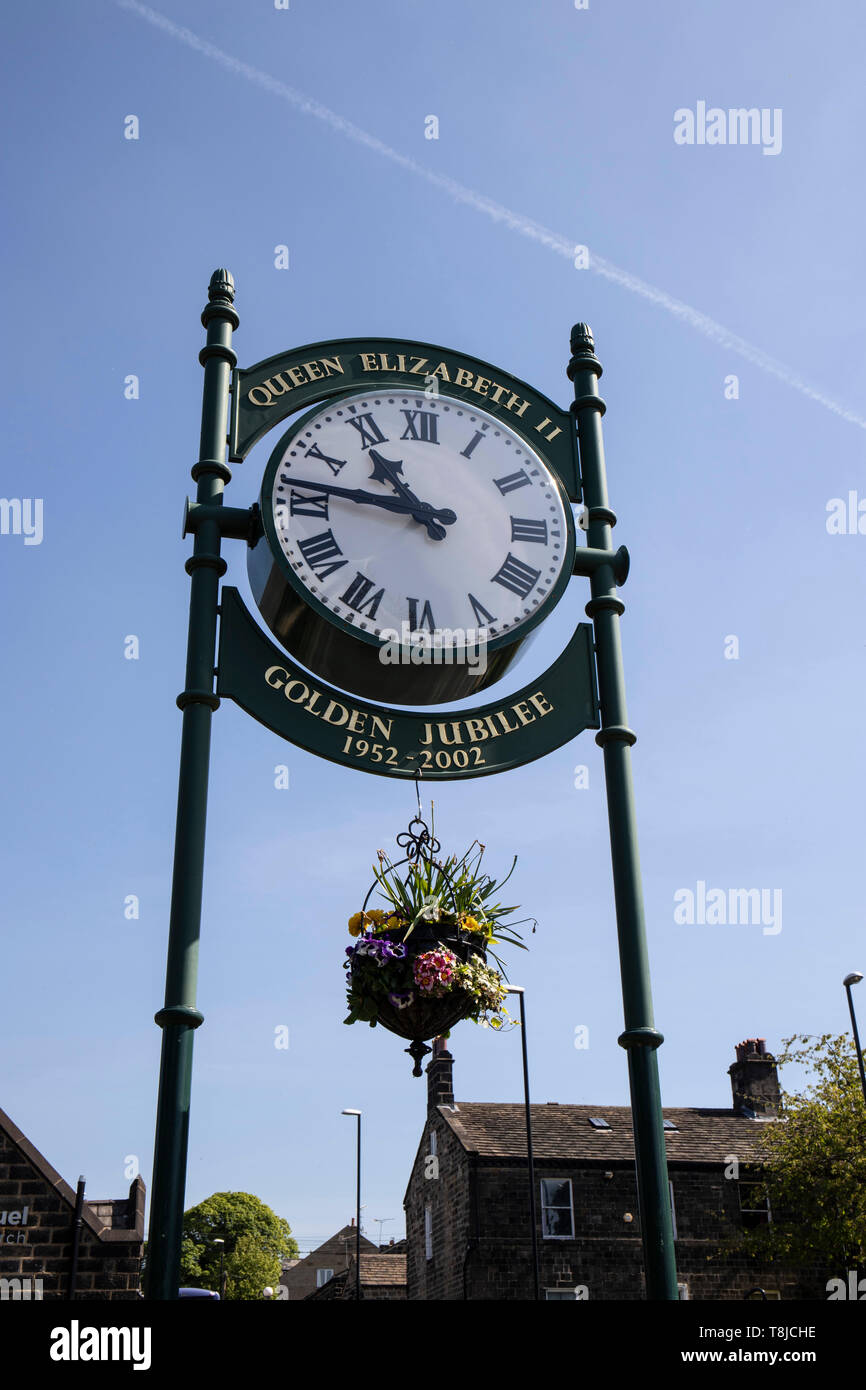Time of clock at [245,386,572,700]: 10:46
